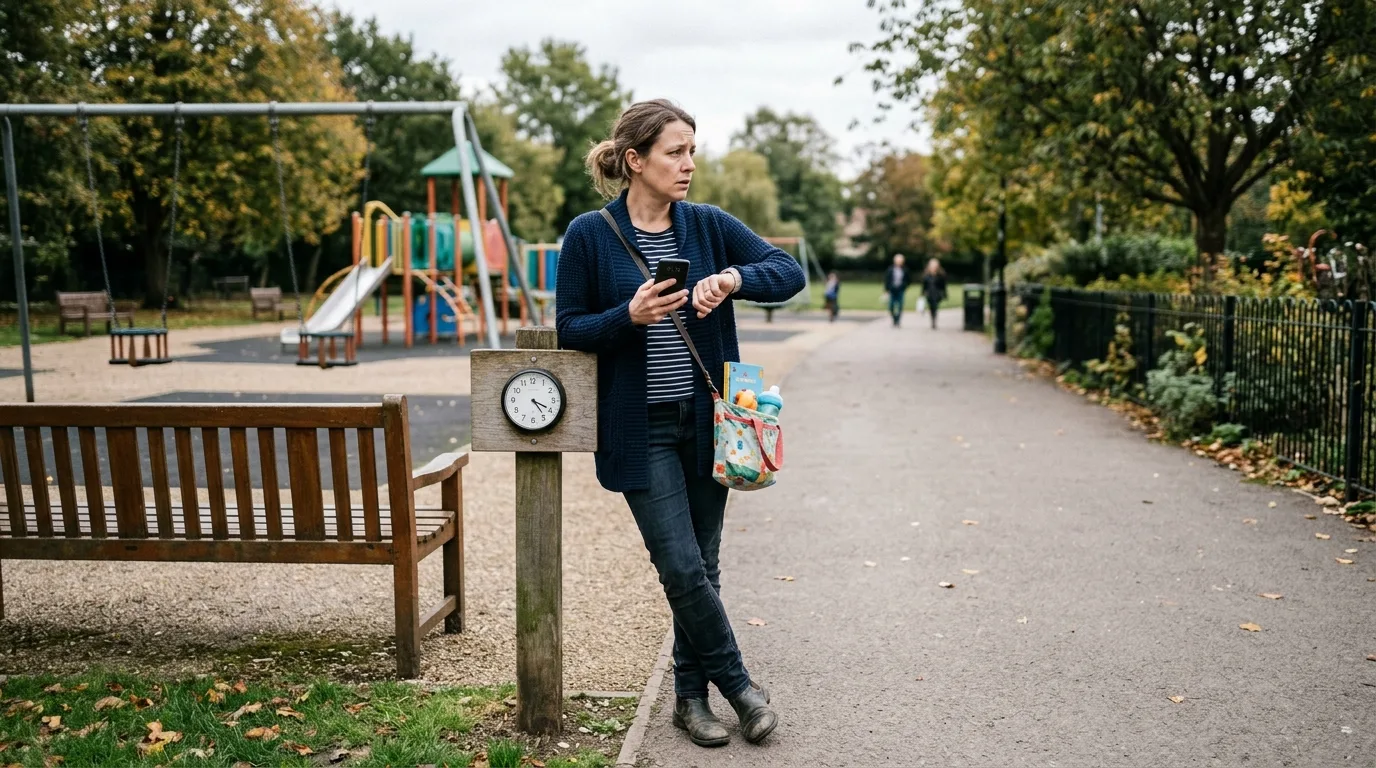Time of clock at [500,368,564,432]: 4:19
